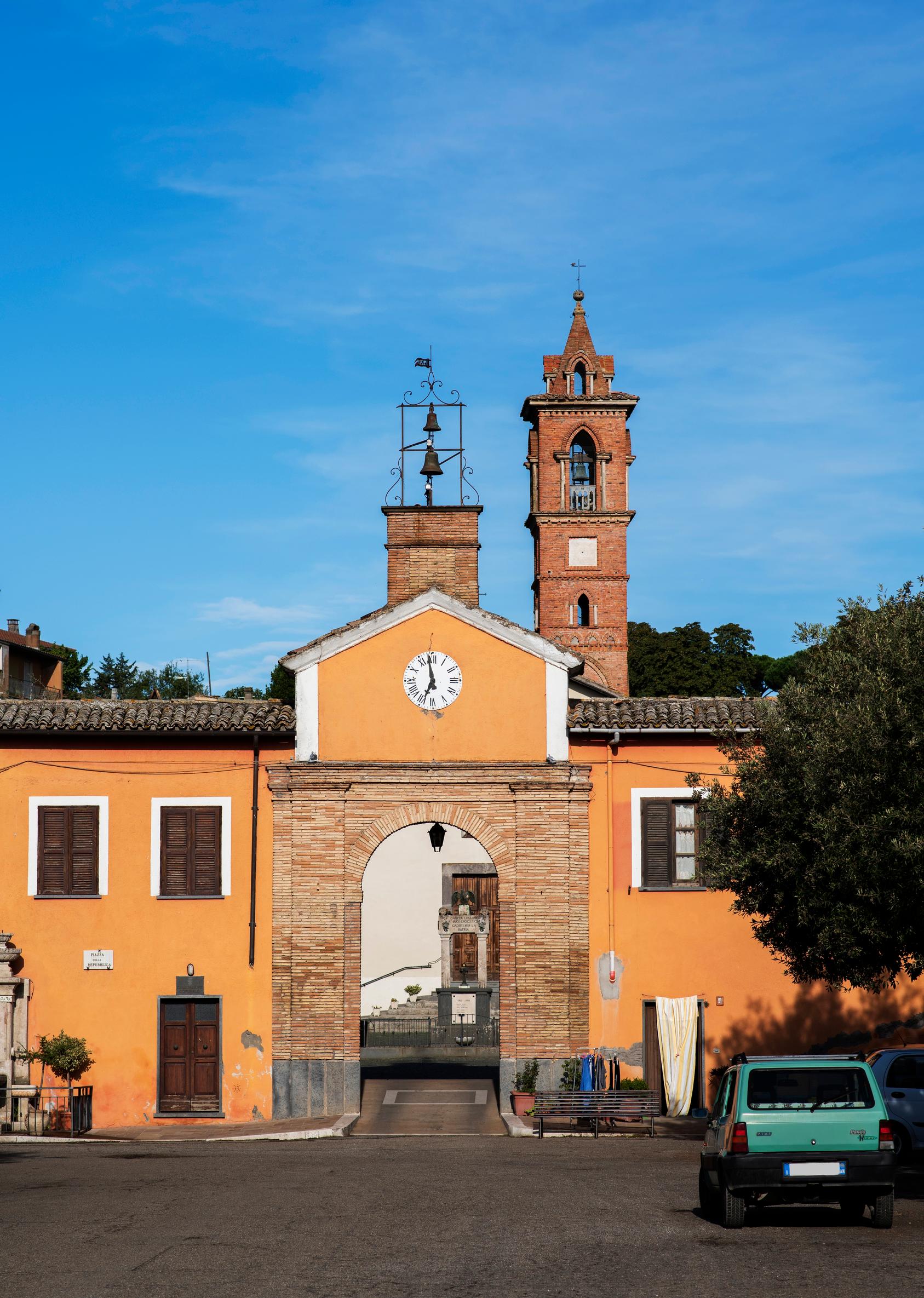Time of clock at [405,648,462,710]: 6:58
